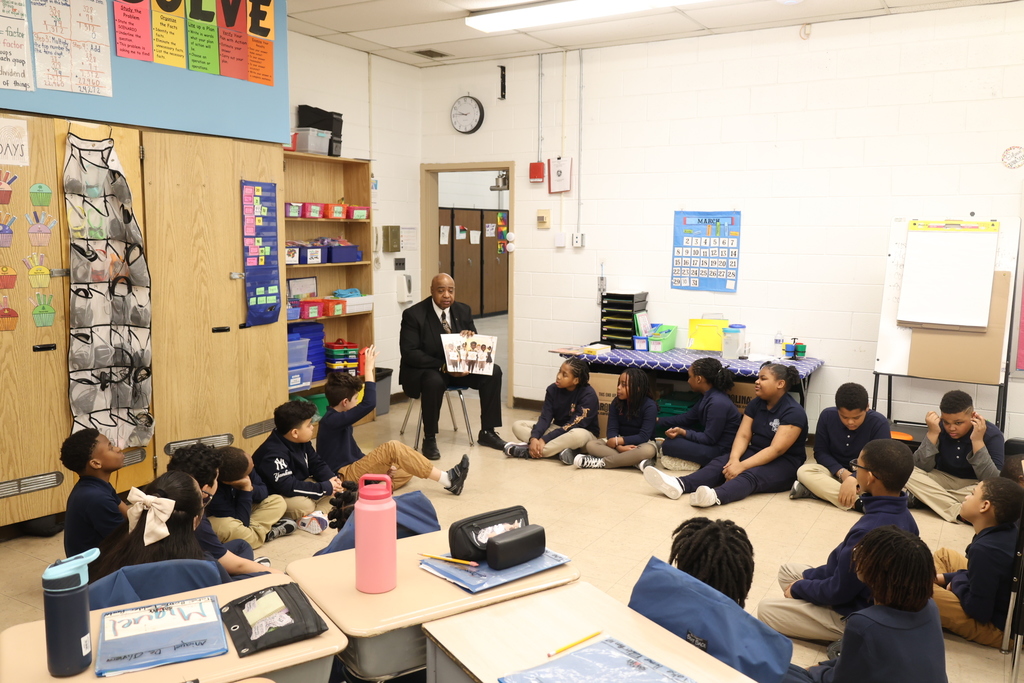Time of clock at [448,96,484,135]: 9:45
